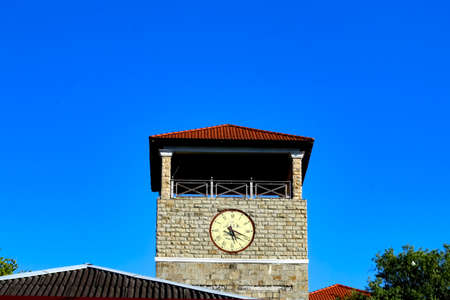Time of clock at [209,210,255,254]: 5:18
